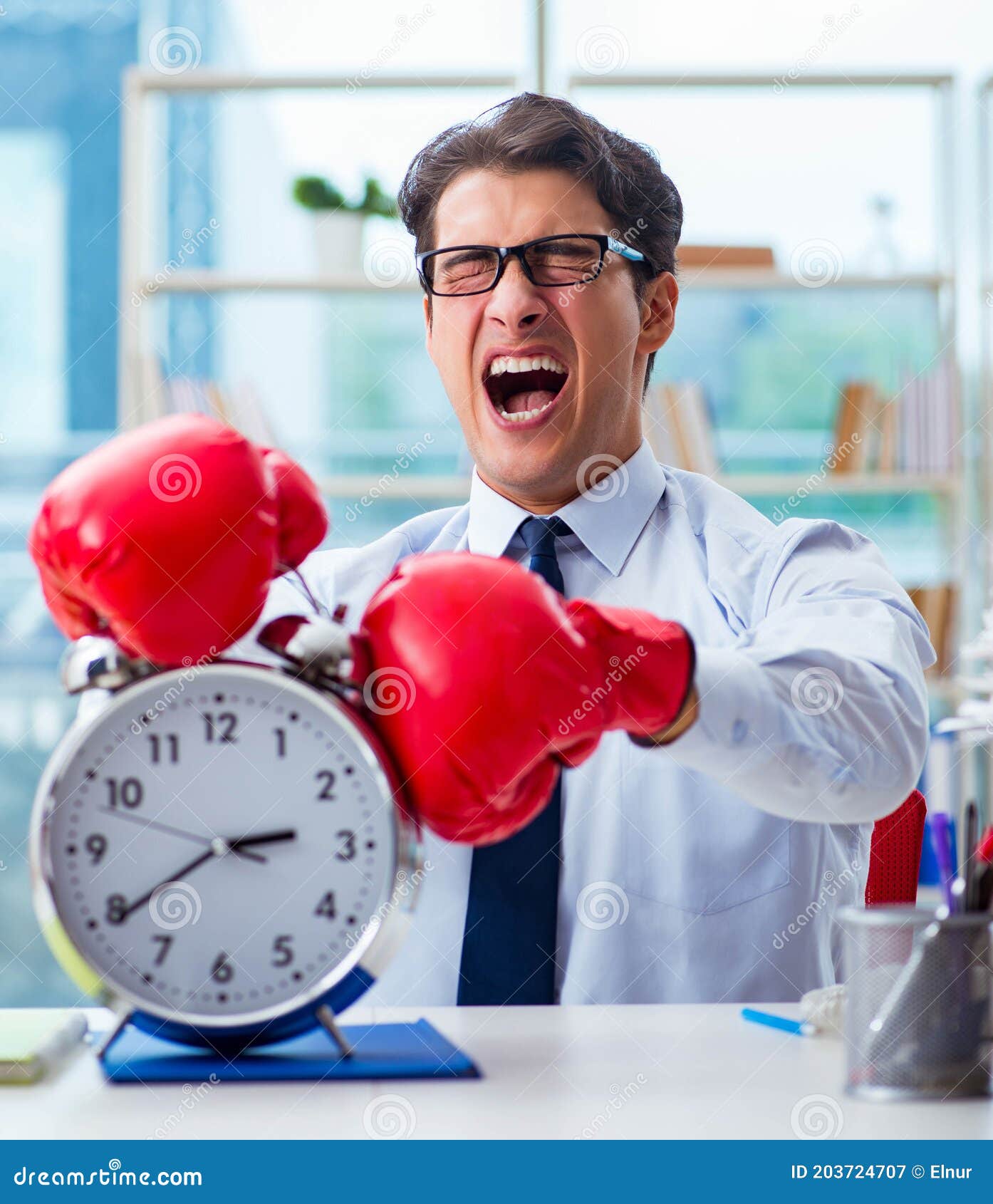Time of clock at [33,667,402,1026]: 2:39
